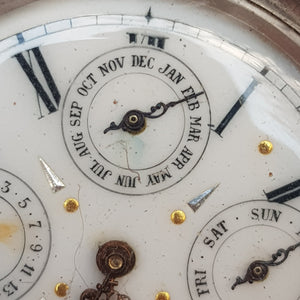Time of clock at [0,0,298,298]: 8:09
